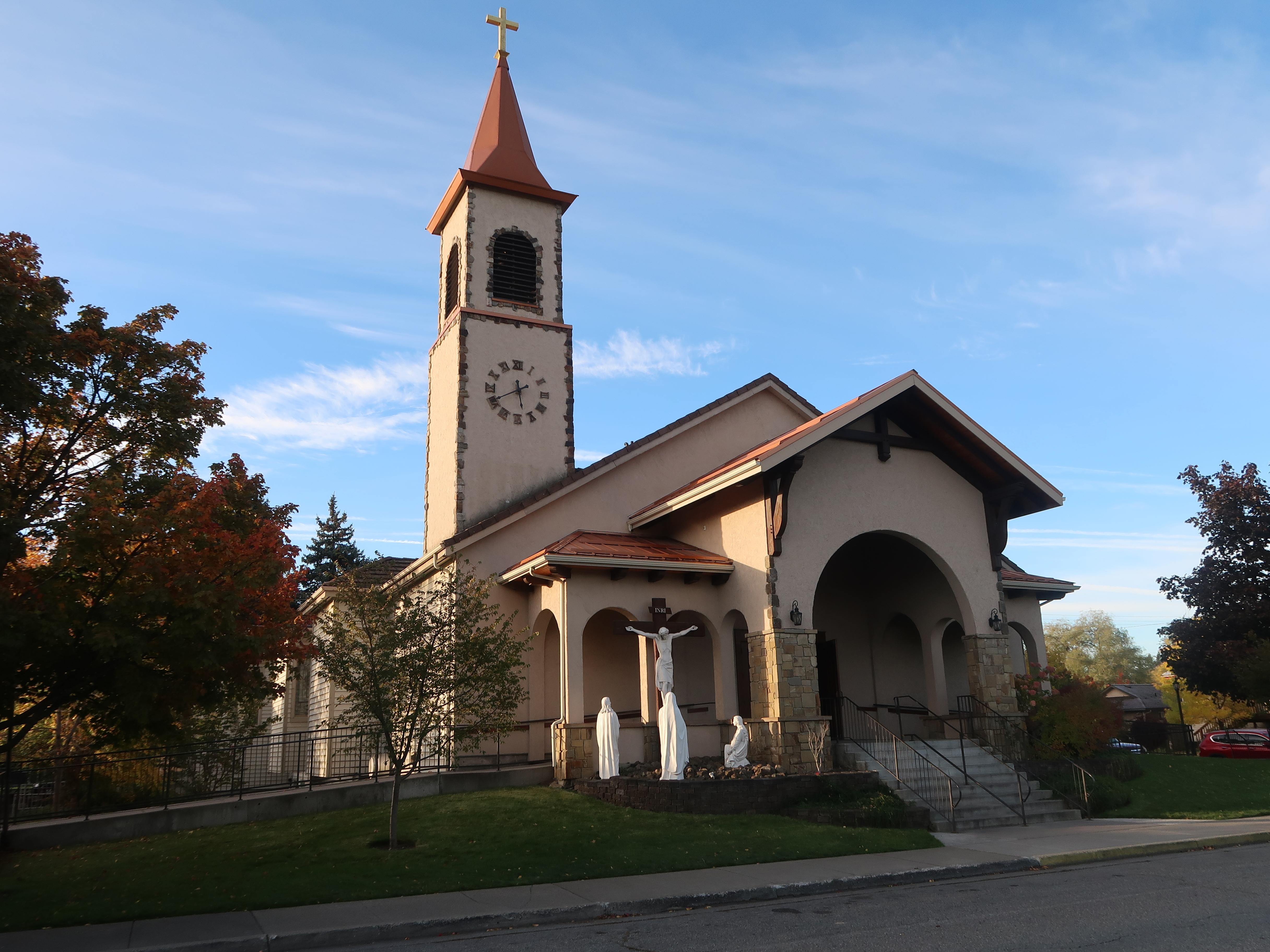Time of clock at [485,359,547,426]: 11:40
